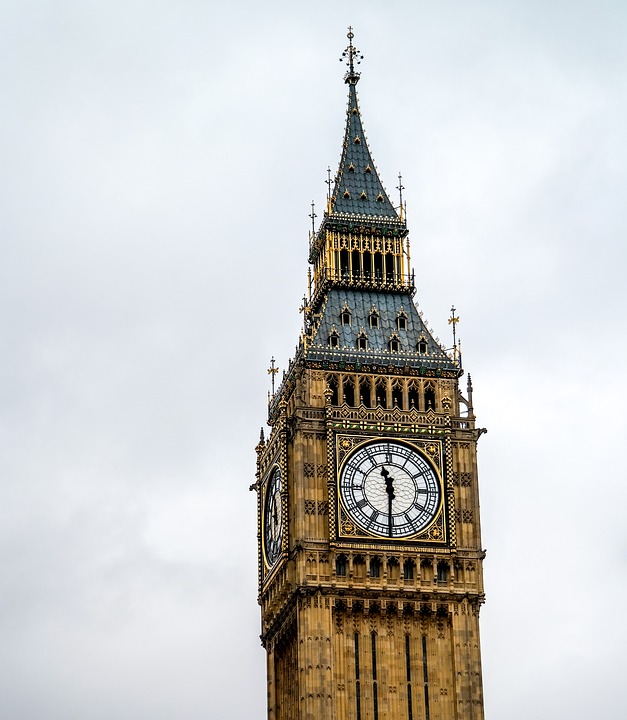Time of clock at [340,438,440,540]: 11:30
